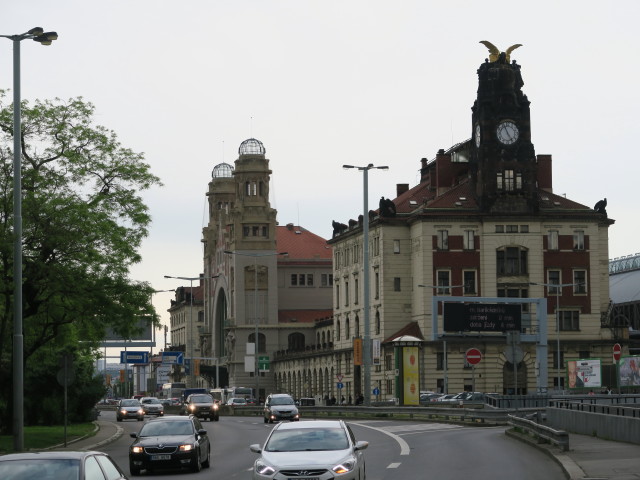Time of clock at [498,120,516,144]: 4:56
